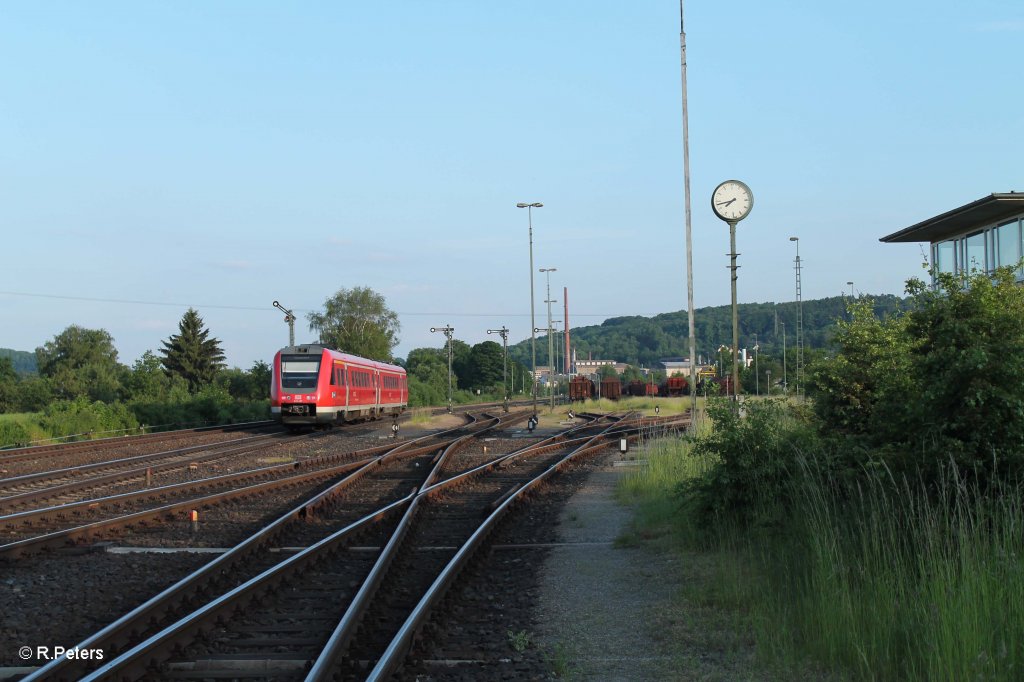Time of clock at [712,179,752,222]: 7:42
